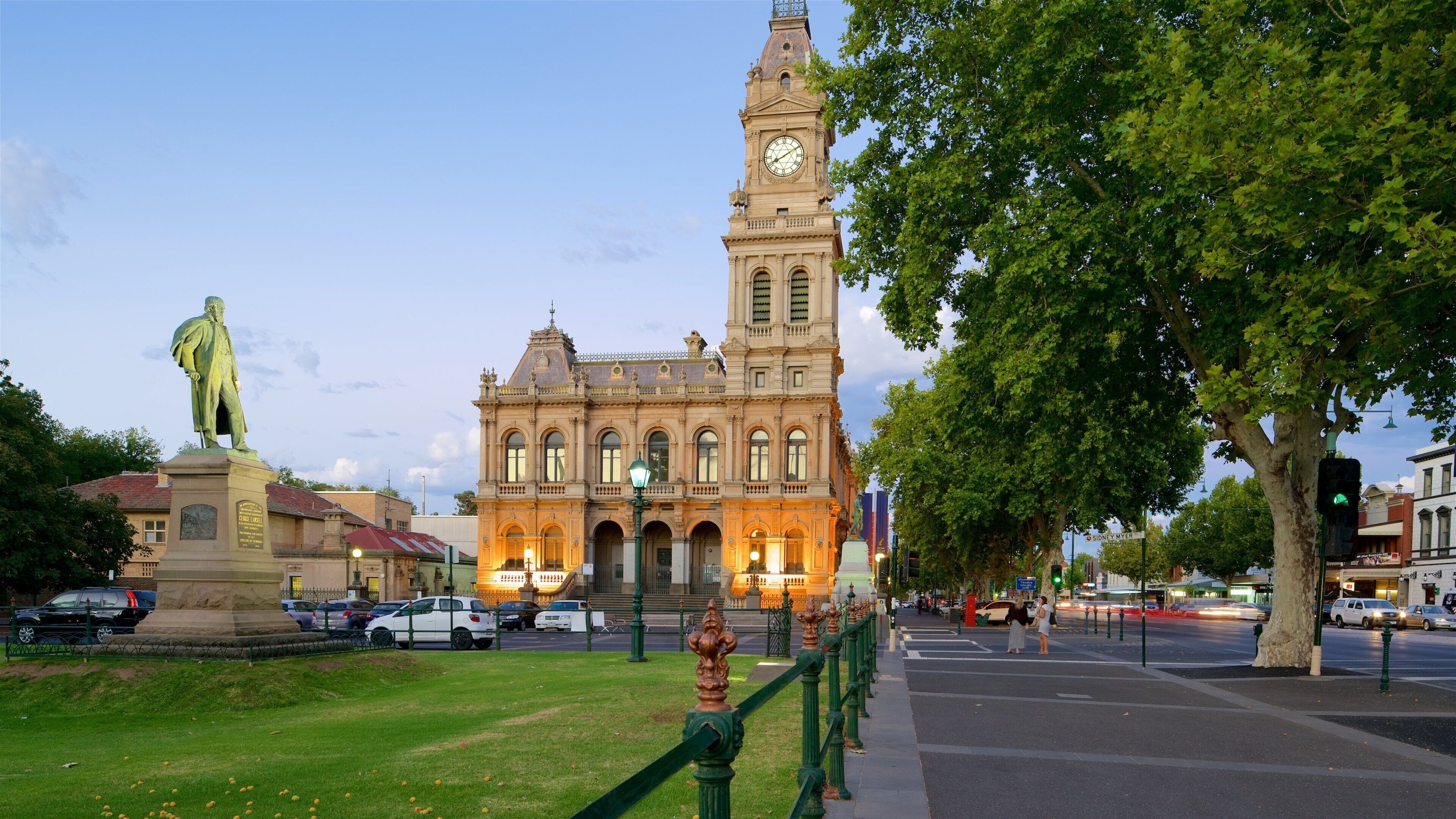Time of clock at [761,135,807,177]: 8:09
